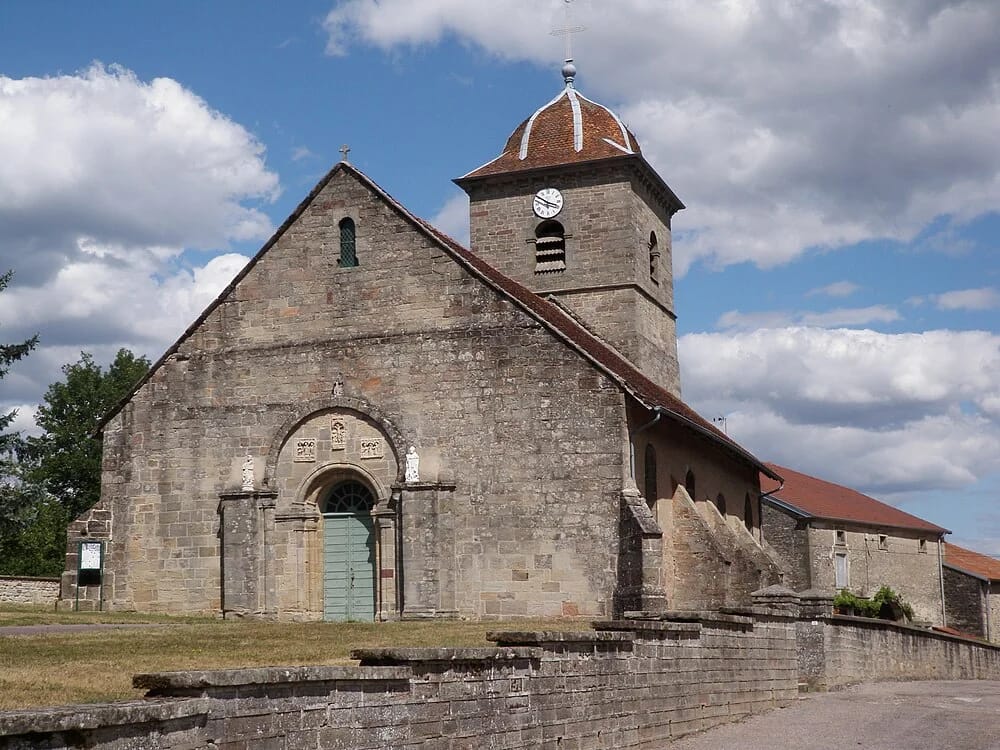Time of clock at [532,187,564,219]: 3:50
